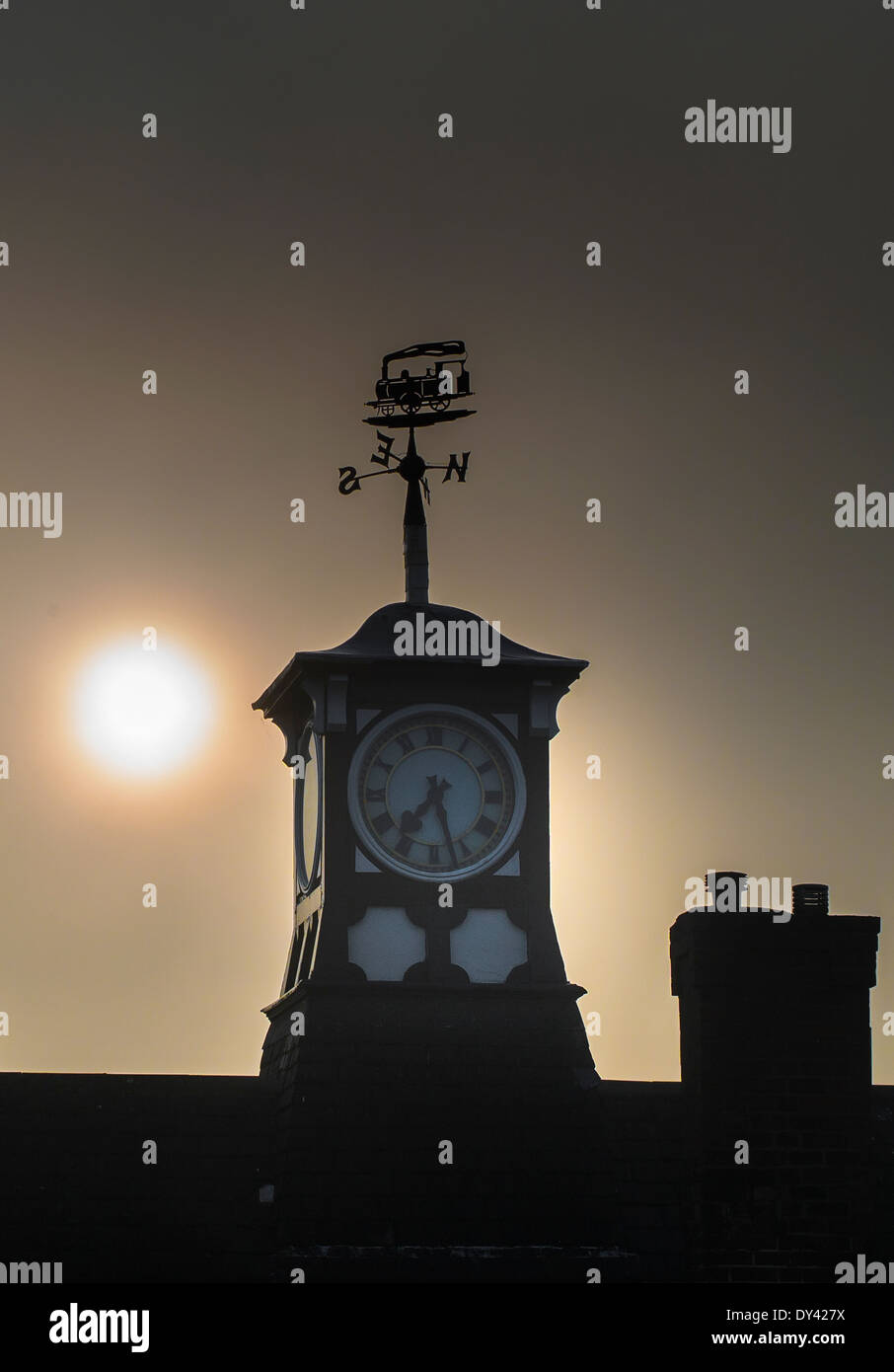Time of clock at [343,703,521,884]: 7:27
